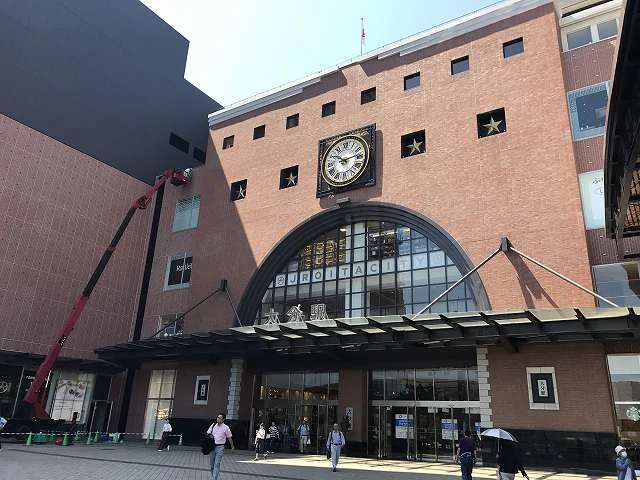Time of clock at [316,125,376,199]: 10:13
